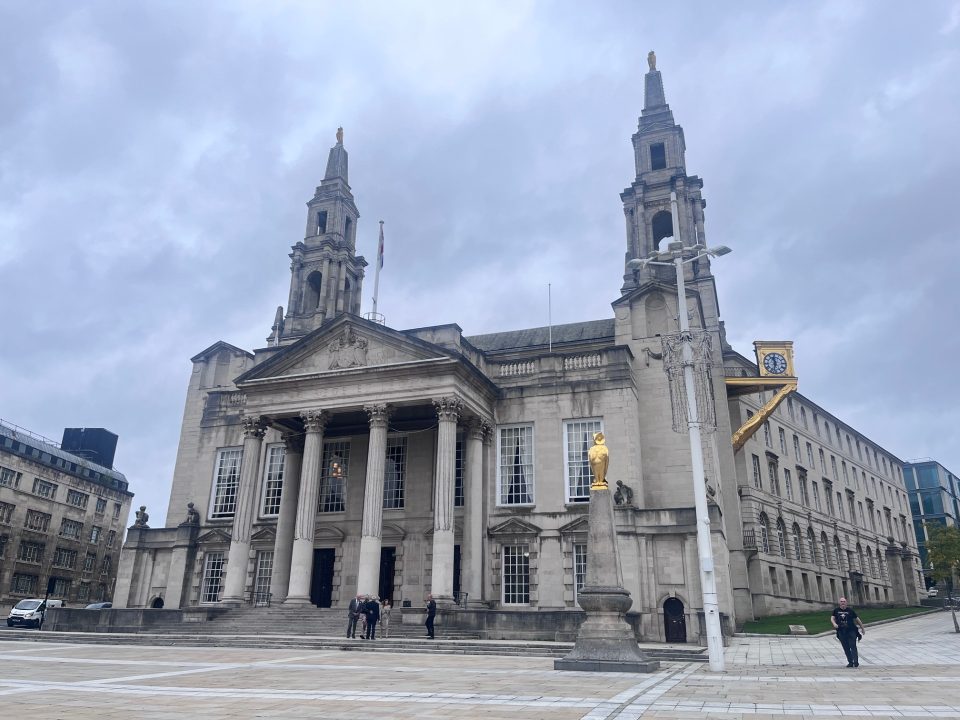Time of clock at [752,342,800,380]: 11:32
